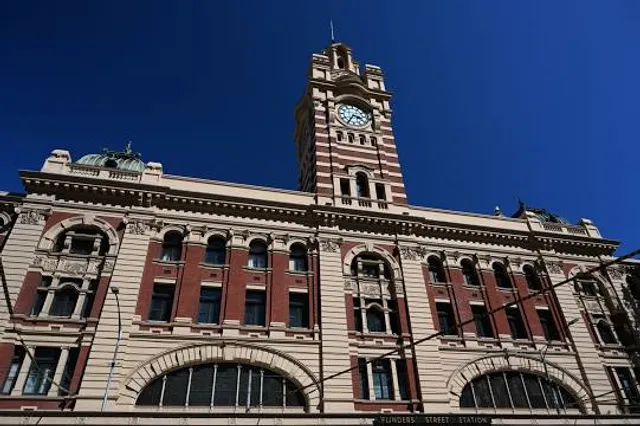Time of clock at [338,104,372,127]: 3:35
